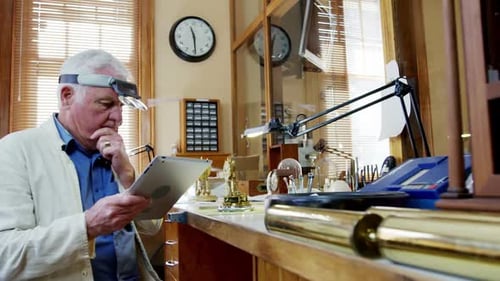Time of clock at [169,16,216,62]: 11:29
